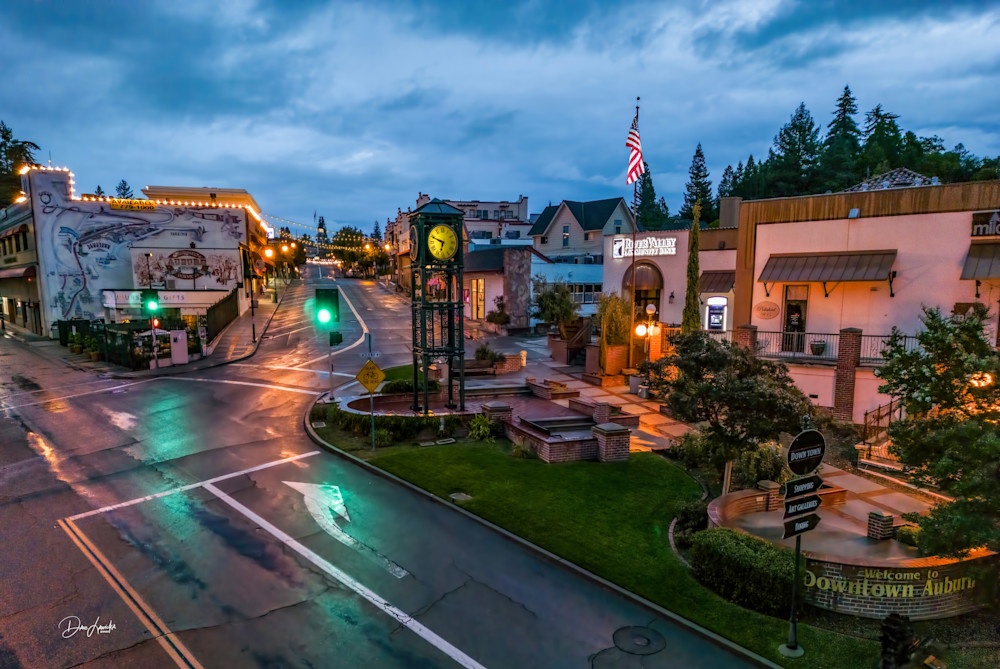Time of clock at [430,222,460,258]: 6:48
